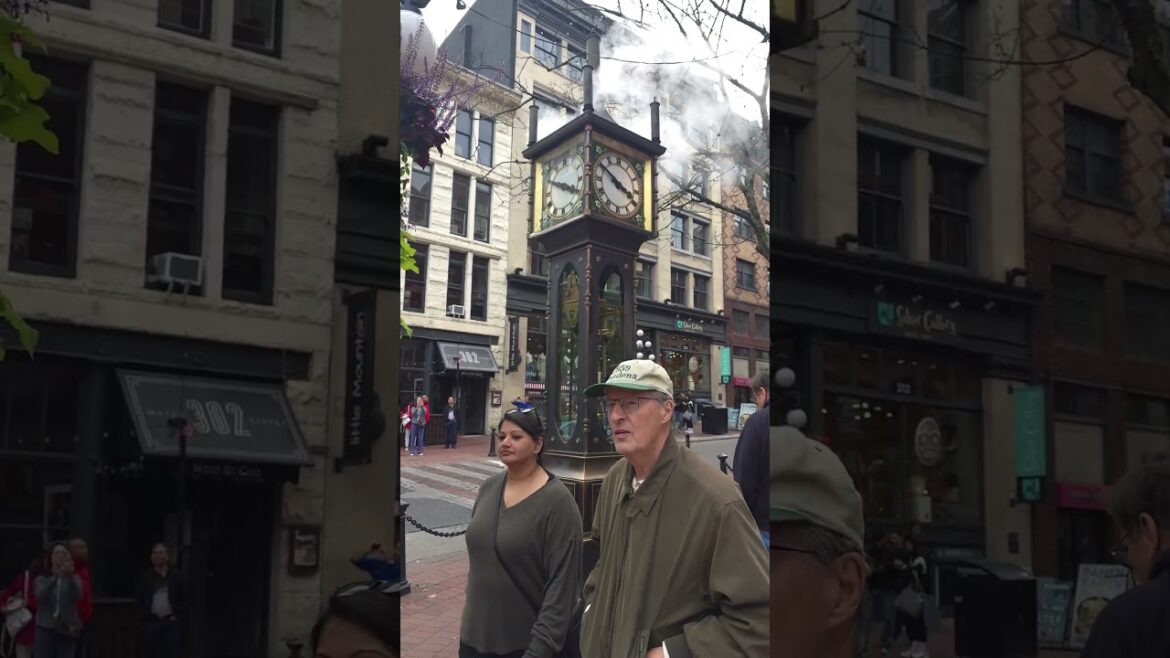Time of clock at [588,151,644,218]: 3:50
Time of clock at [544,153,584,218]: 3:49
